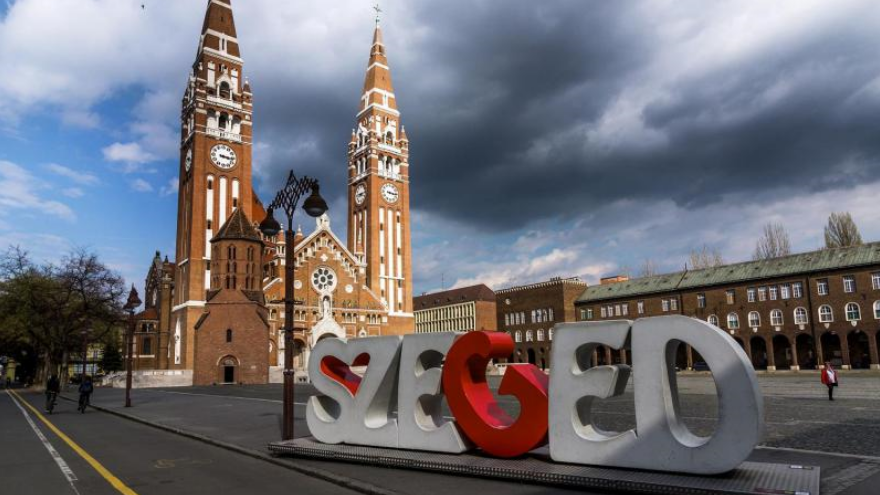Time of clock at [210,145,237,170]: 3:16
